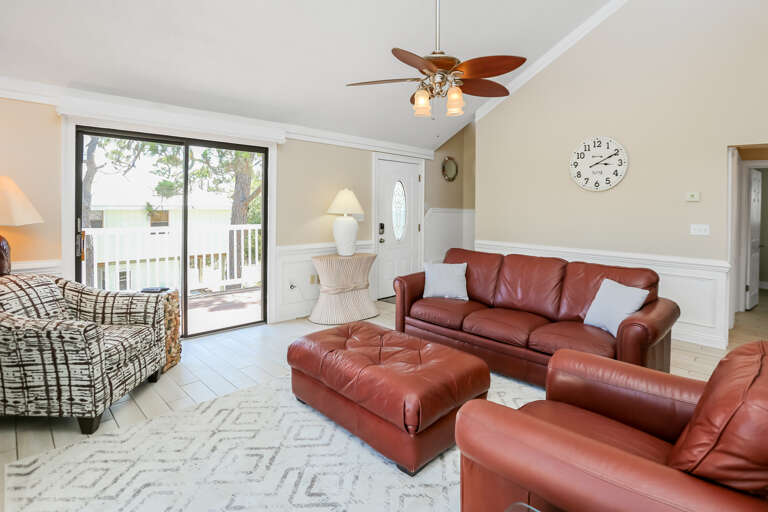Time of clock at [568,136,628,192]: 3:10
